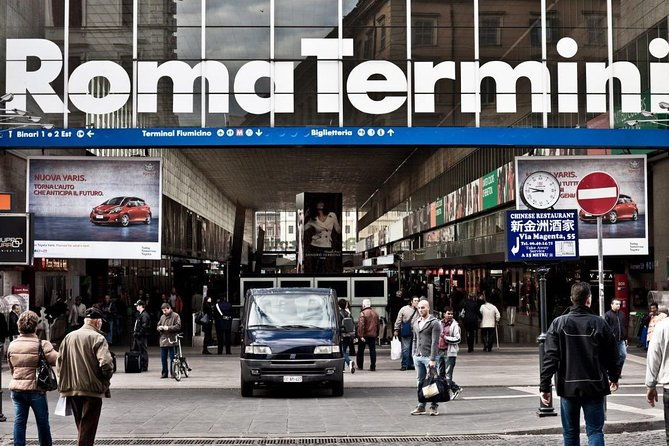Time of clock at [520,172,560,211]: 8:47
